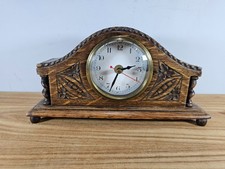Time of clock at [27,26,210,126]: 2:32
